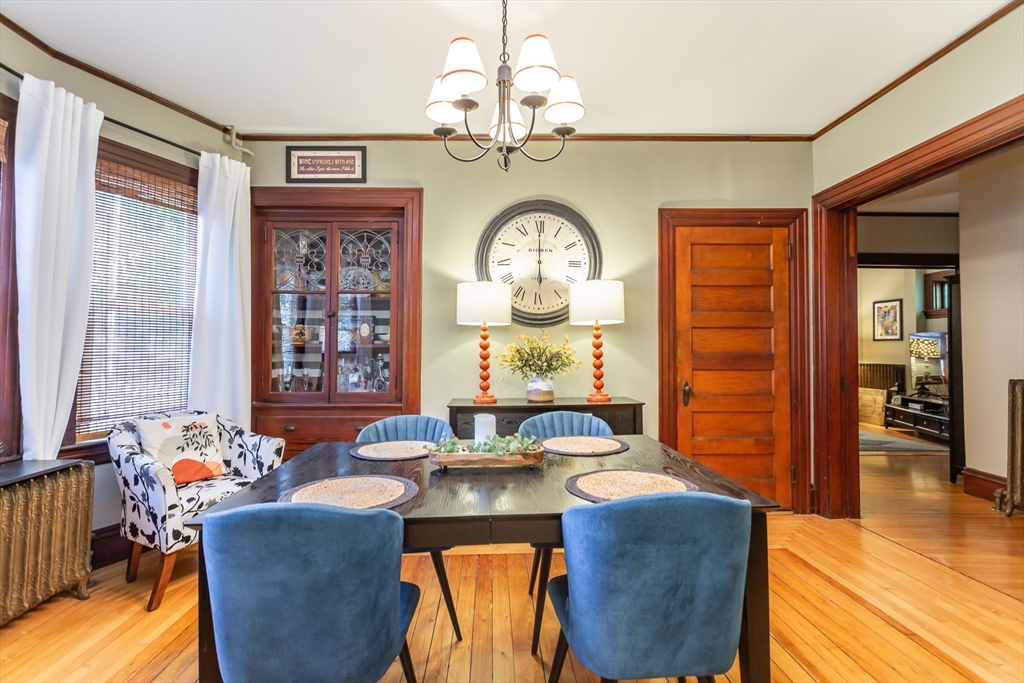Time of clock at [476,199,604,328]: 5:59
